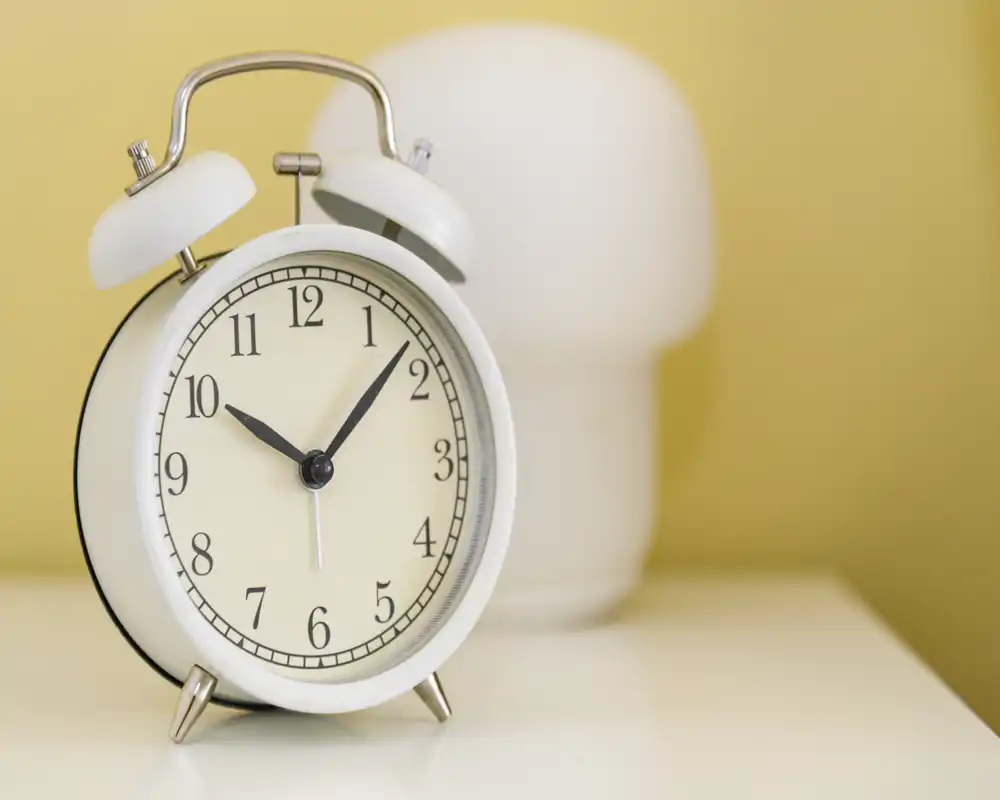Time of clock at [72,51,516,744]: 10:07
